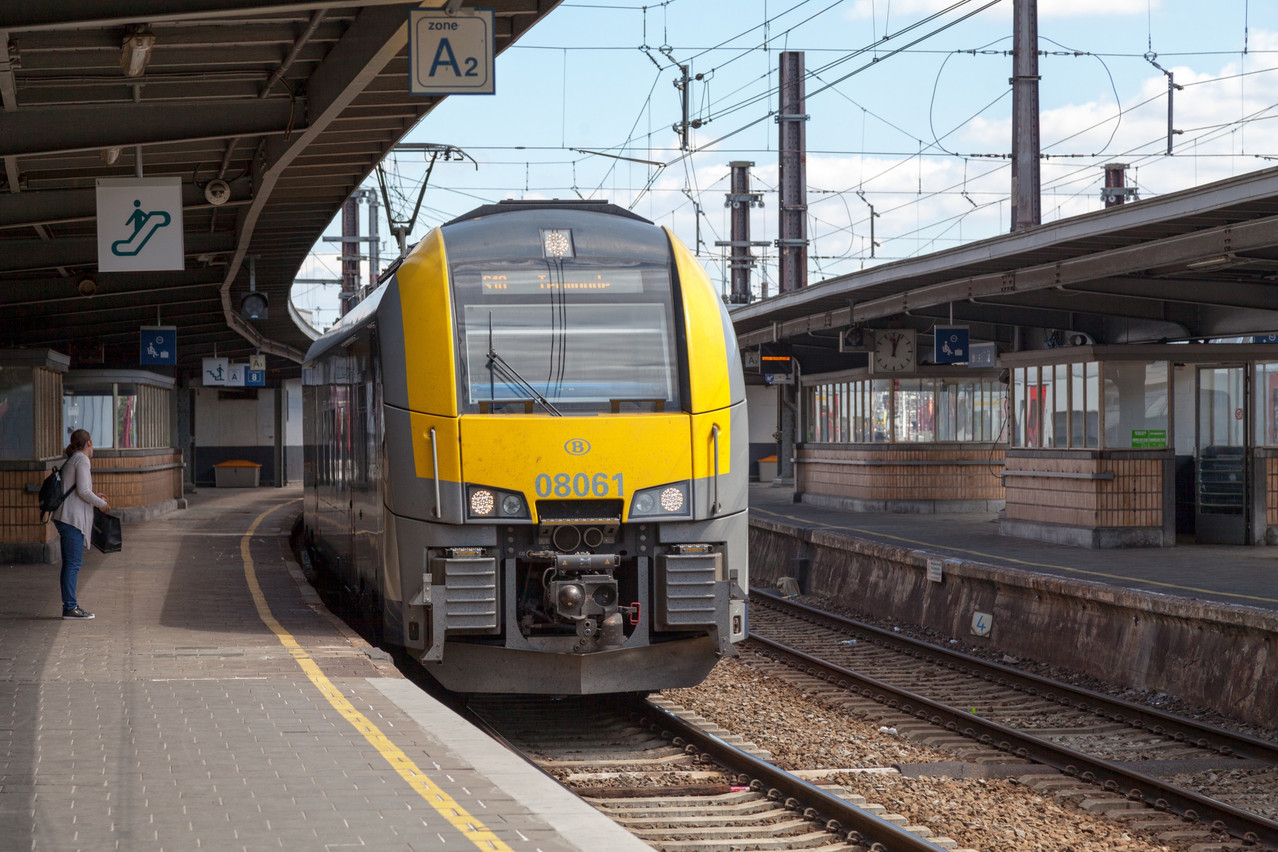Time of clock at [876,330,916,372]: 12:03
